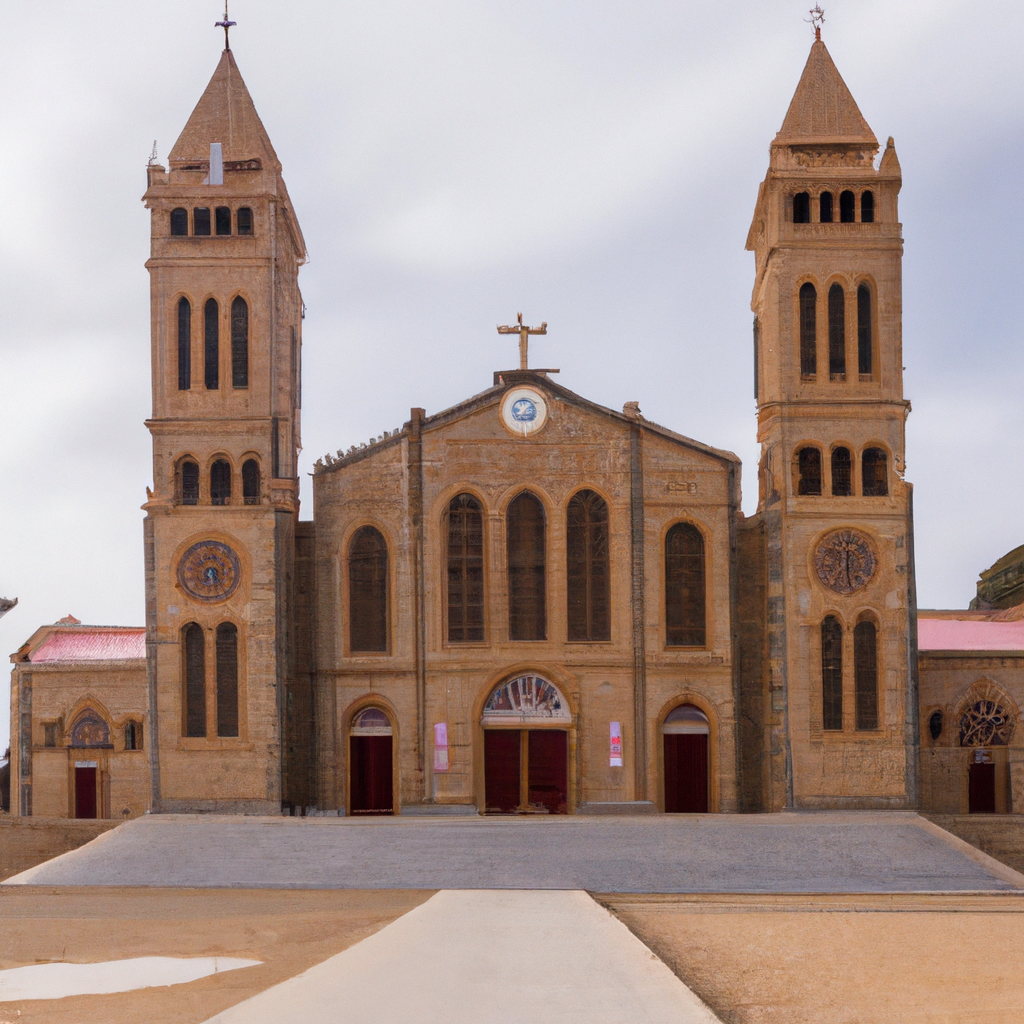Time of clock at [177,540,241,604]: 4:26
